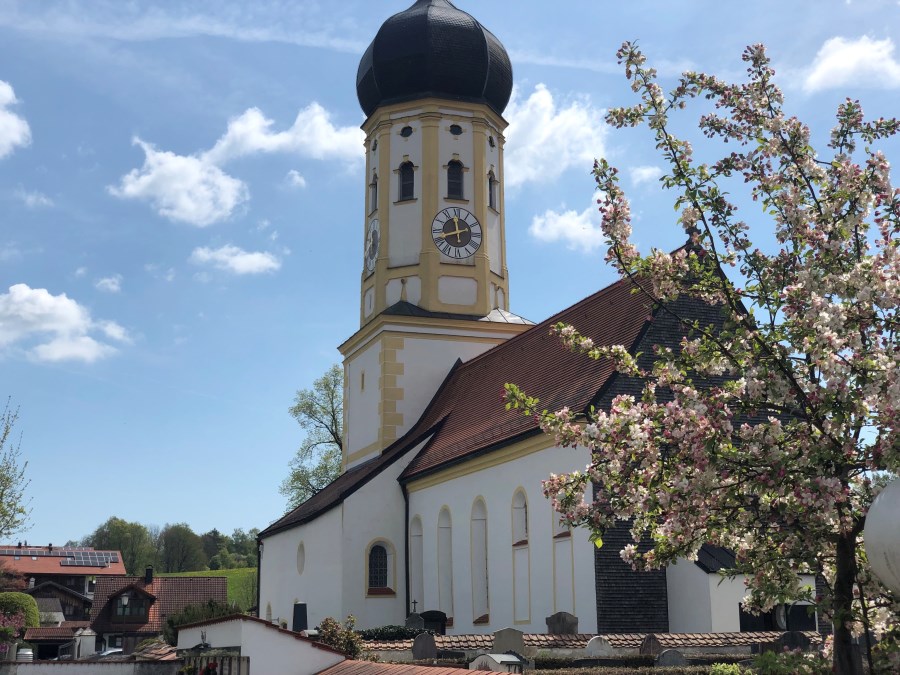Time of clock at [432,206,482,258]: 11:42
